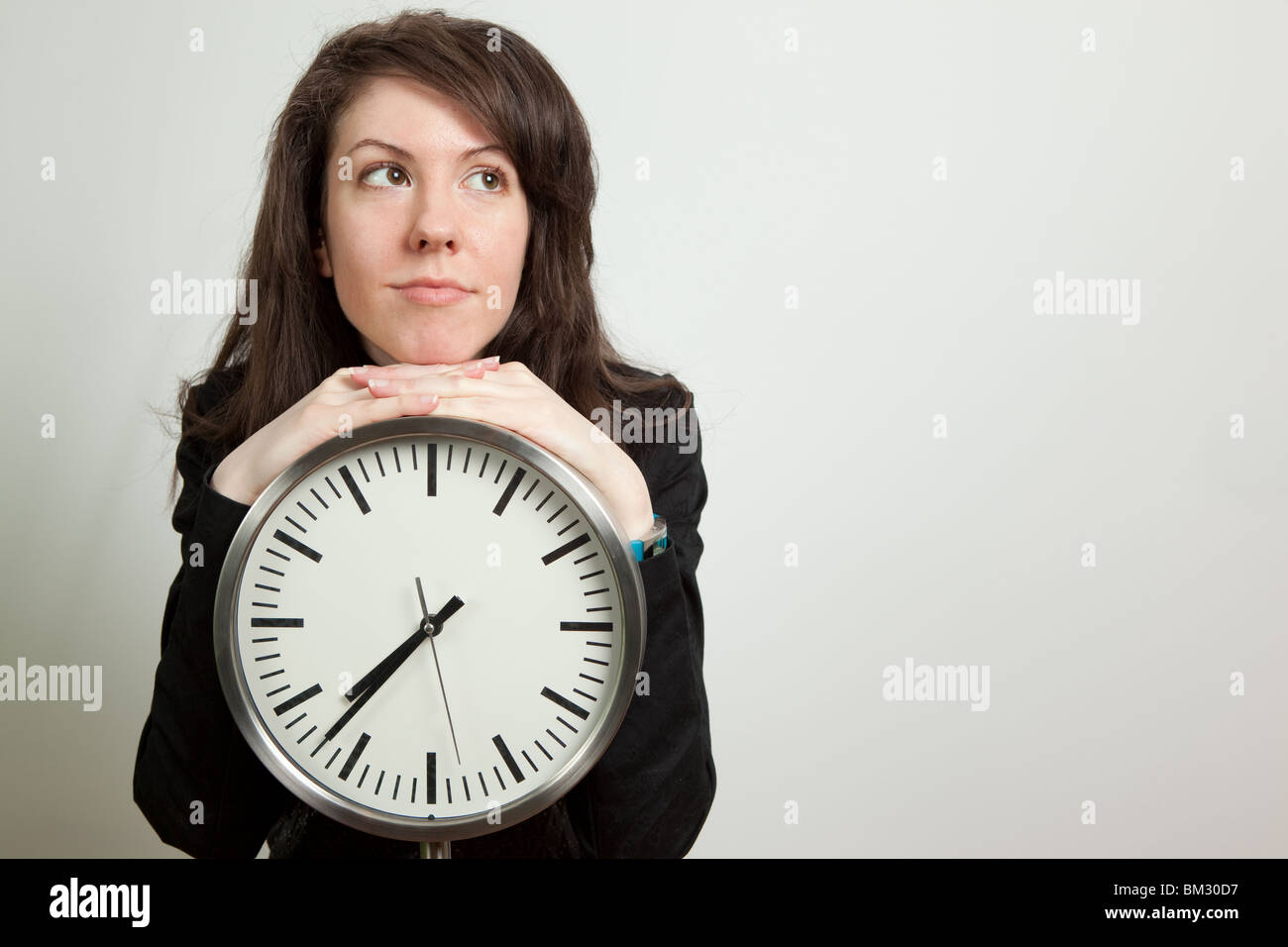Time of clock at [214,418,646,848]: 7:37
